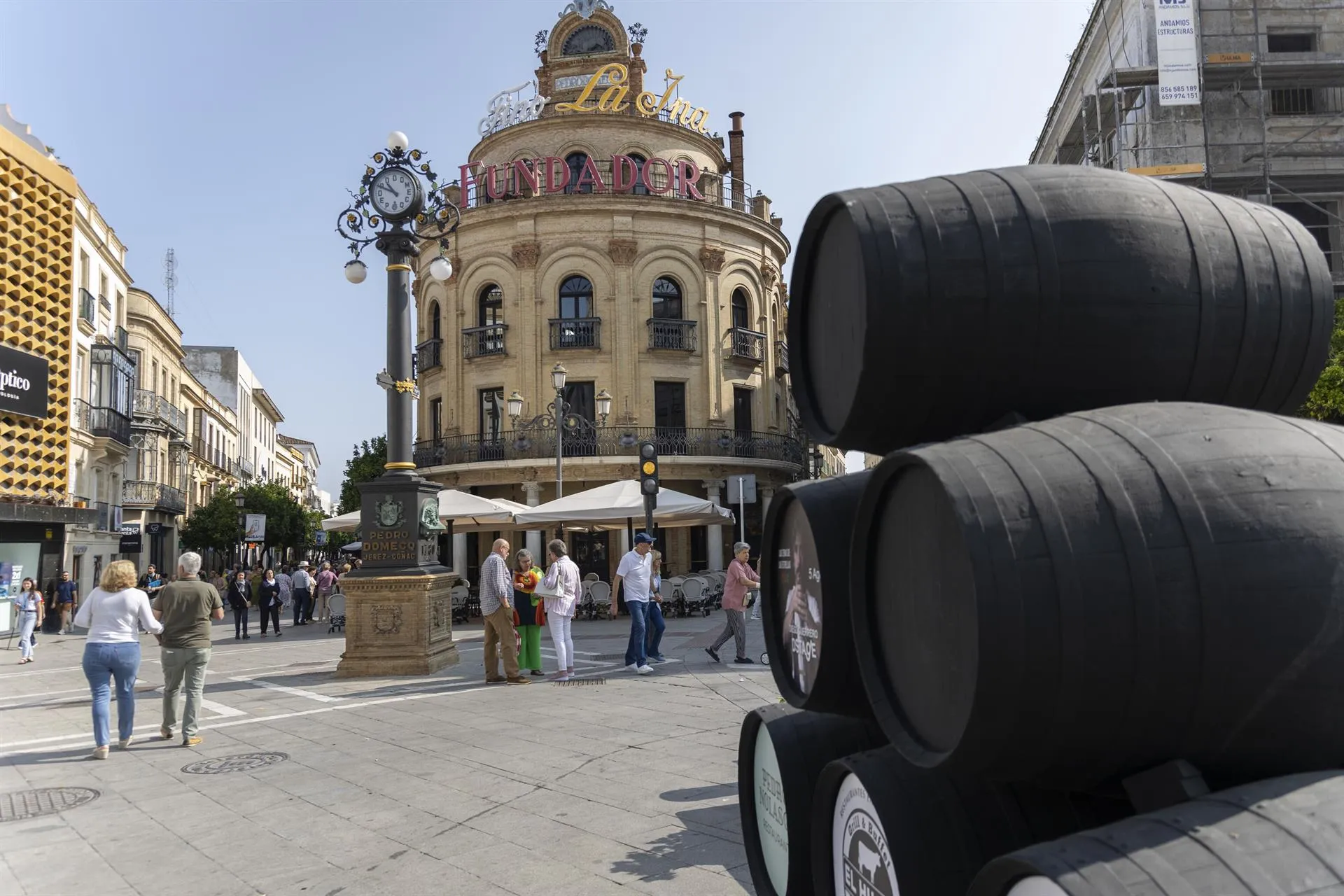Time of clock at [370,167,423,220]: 10:49
